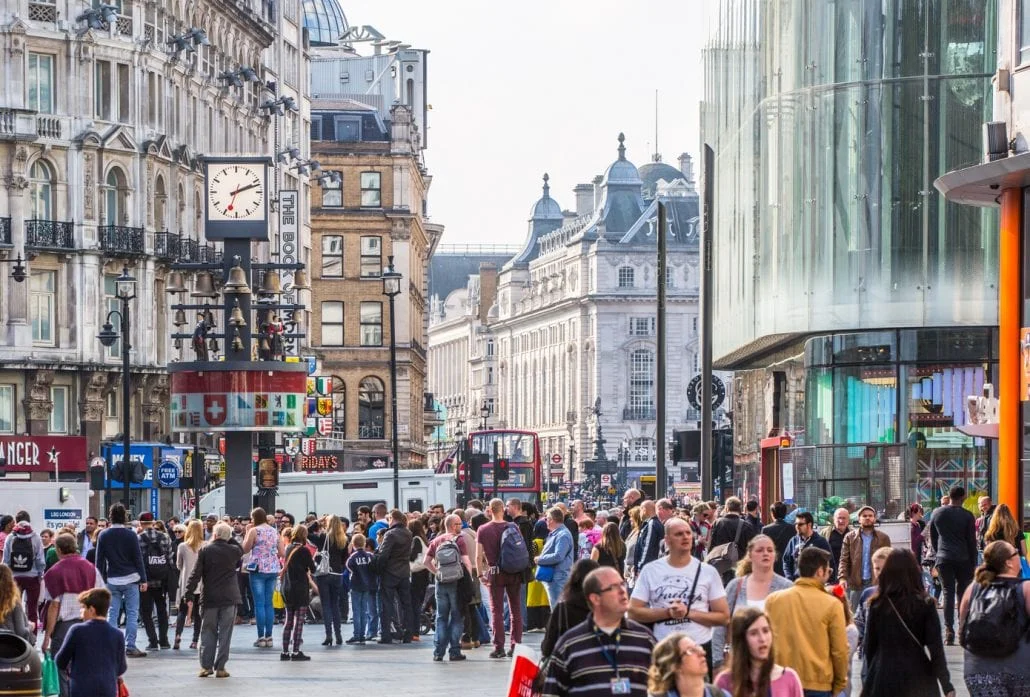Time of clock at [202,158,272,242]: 2:12
